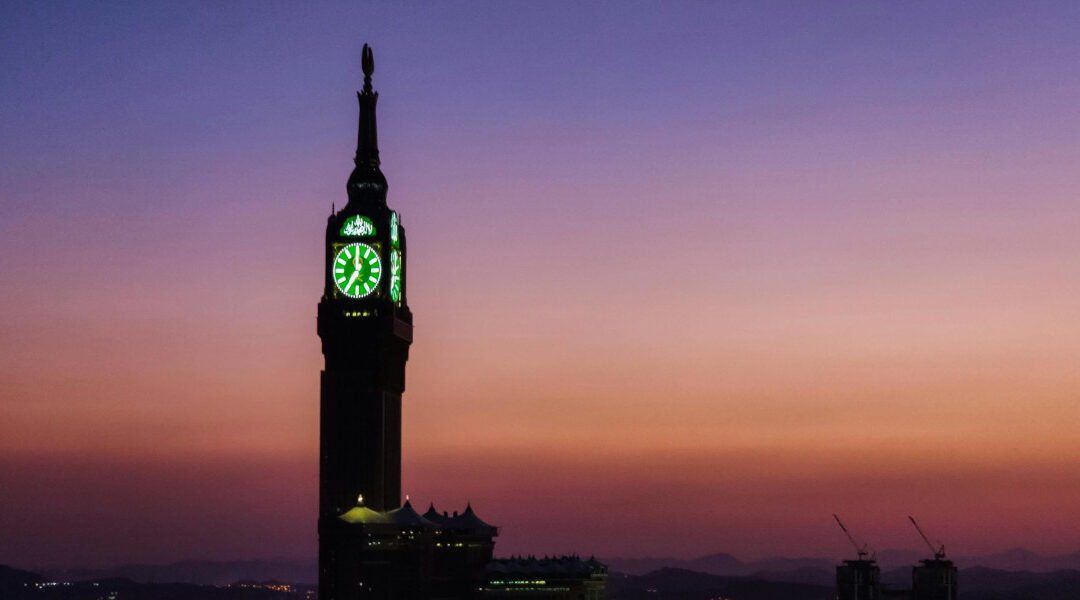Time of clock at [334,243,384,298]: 11:35
